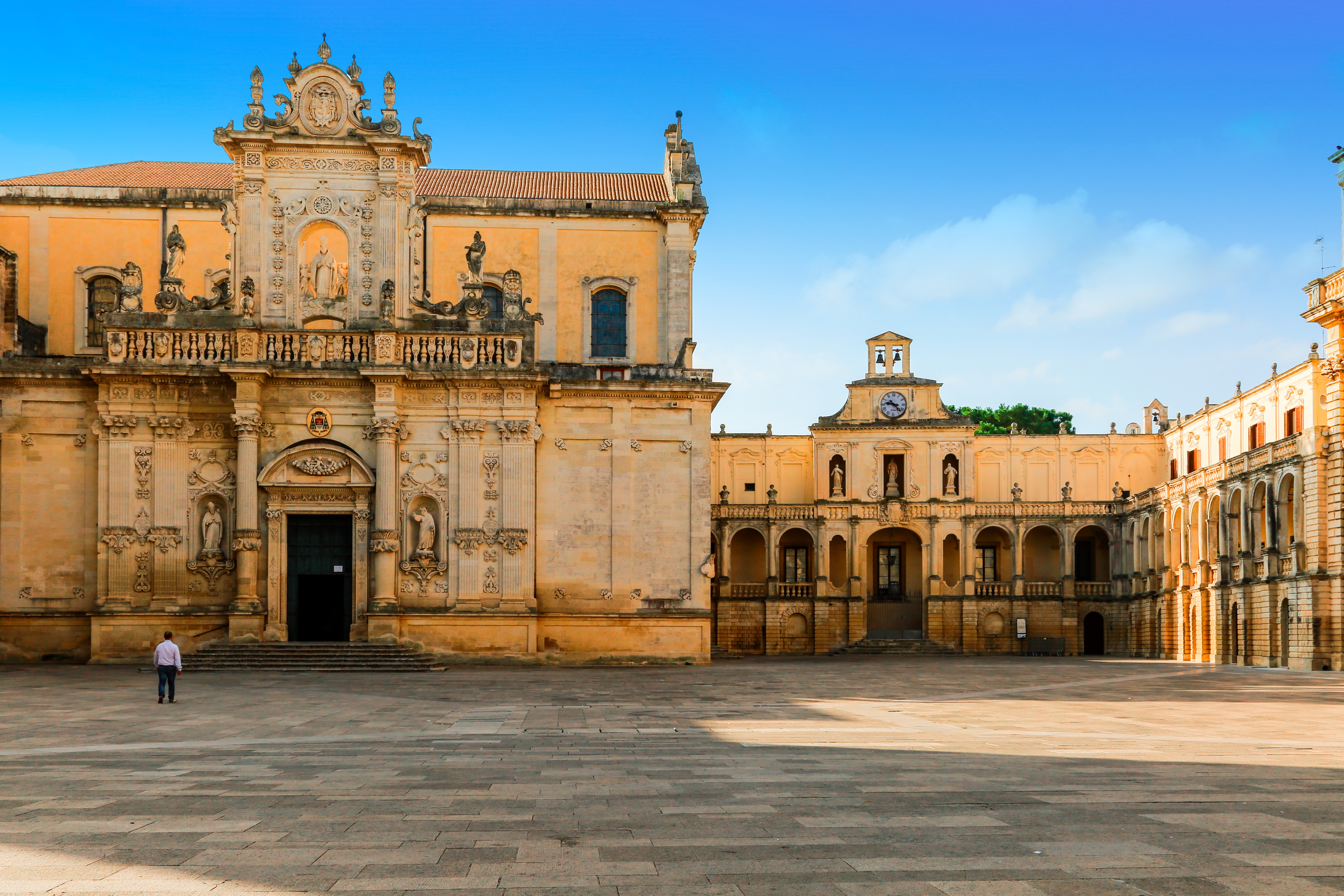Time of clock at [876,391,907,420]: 9:22
